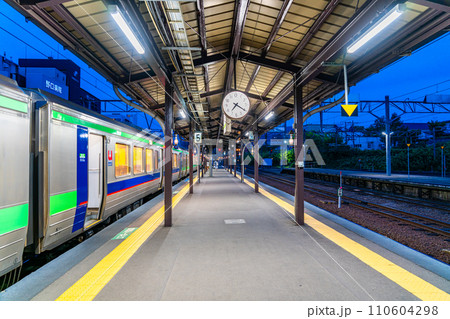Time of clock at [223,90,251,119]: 7:20
